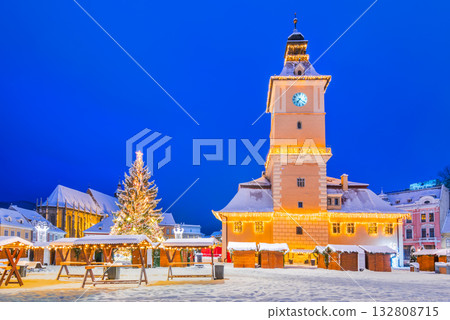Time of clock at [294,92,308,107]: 7:21
